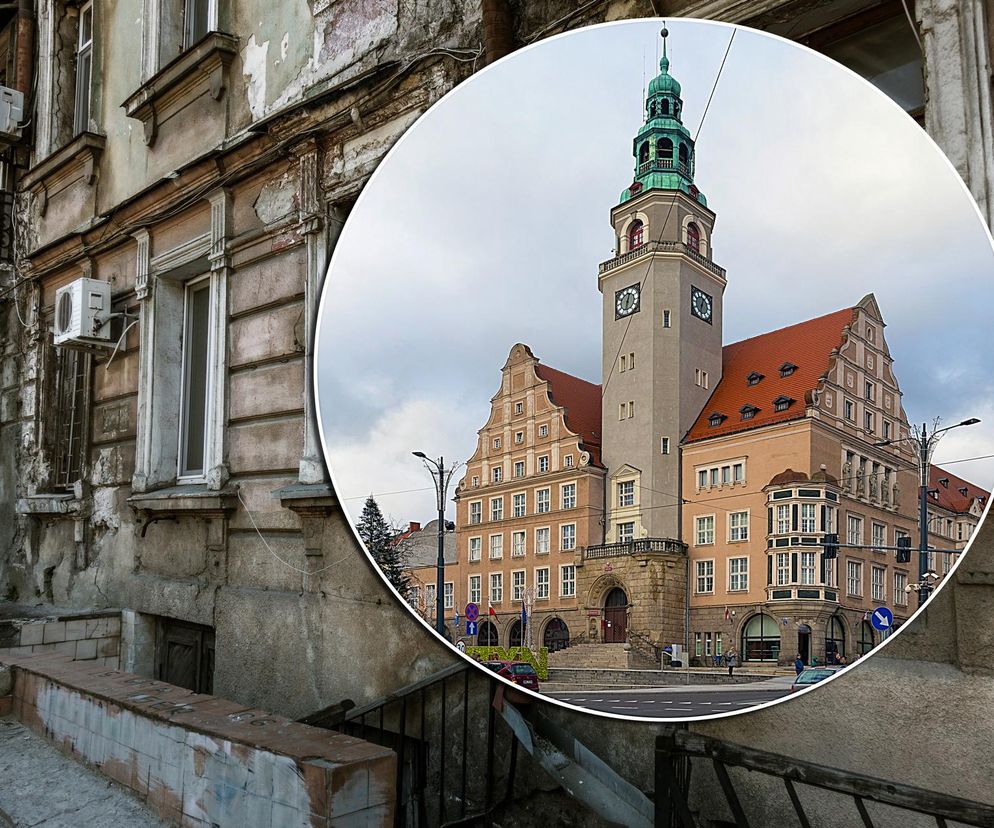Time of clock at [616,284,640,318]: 12:32
